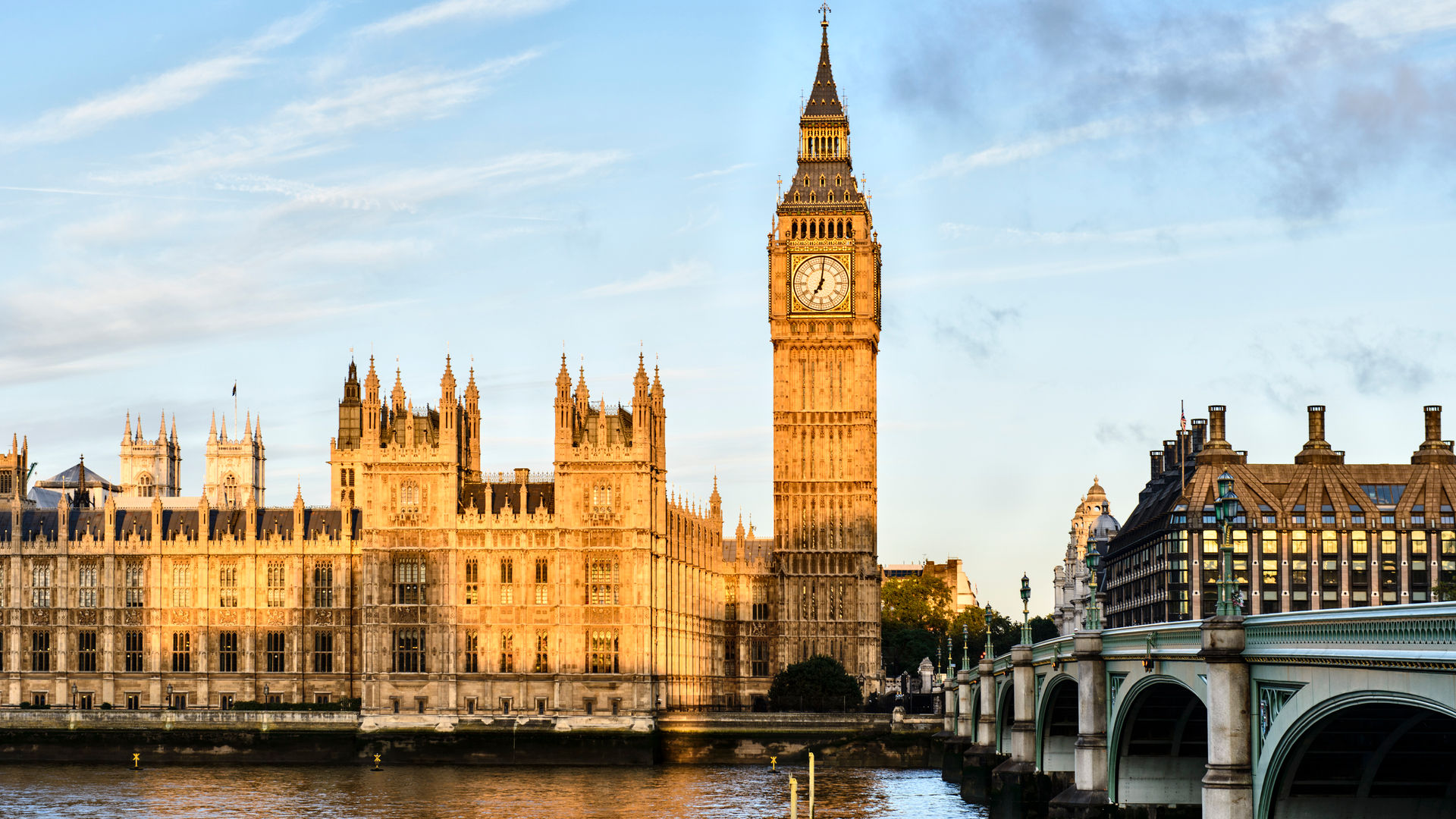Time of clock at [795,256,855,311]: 7:01
